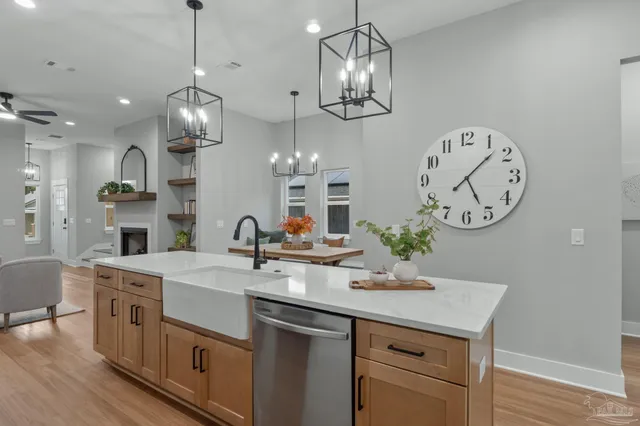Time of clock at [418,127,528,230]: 5:07
